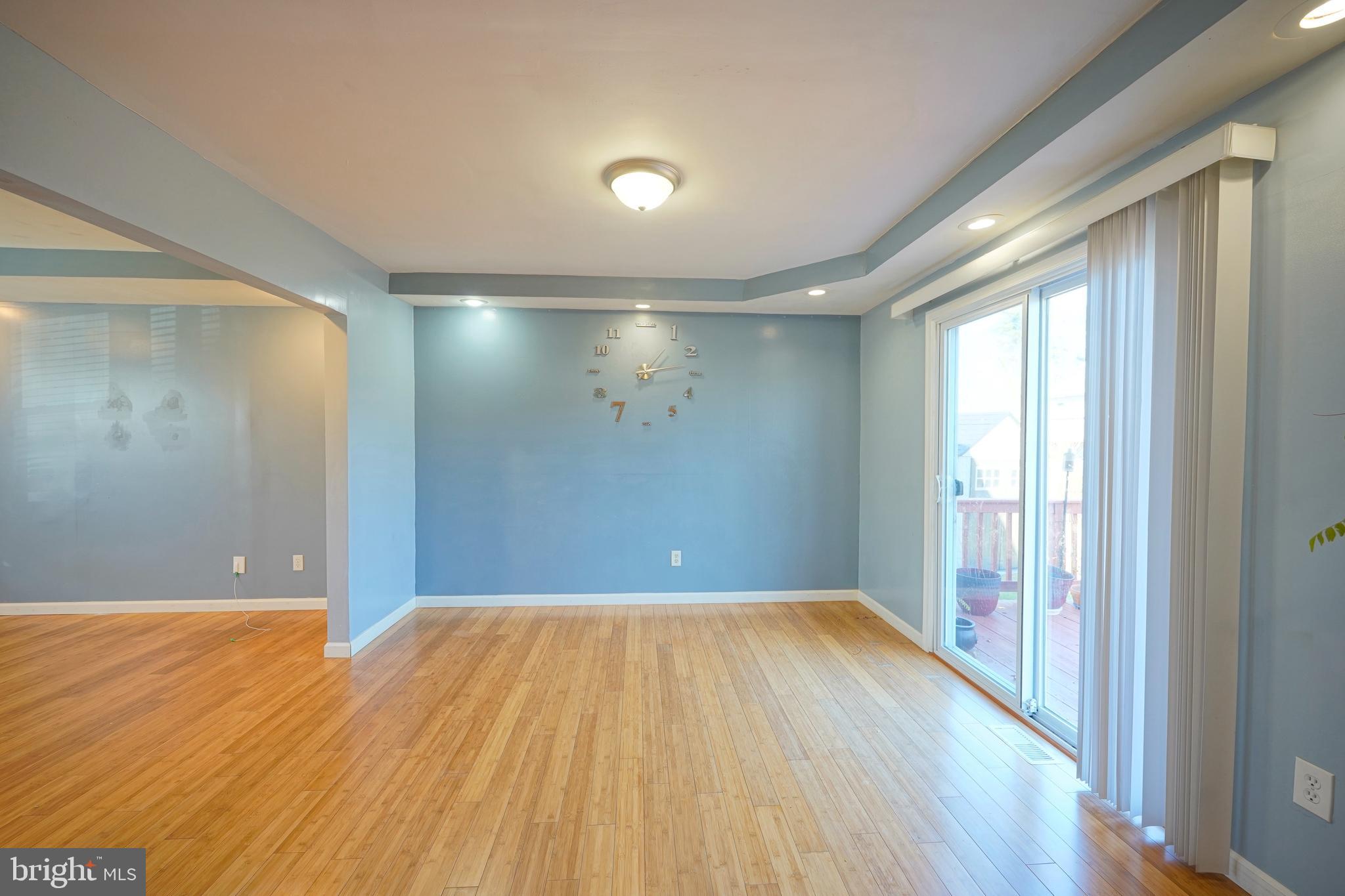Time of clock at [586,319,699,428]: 1:13
